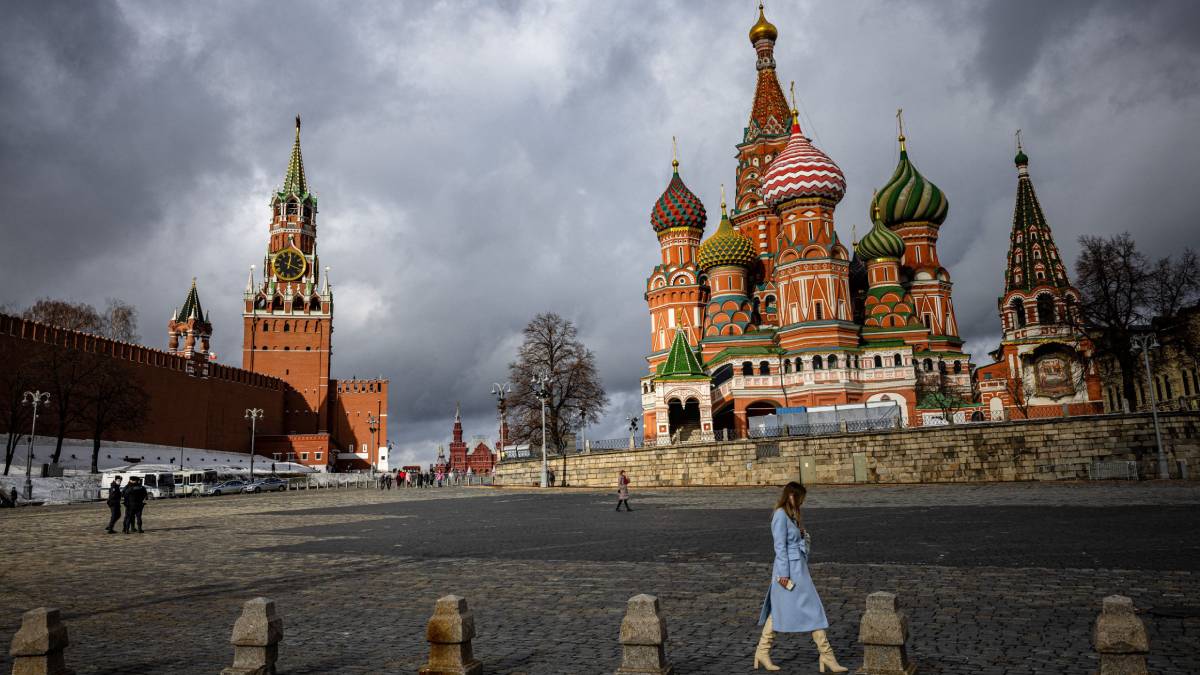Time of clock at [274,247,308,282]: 12:18
